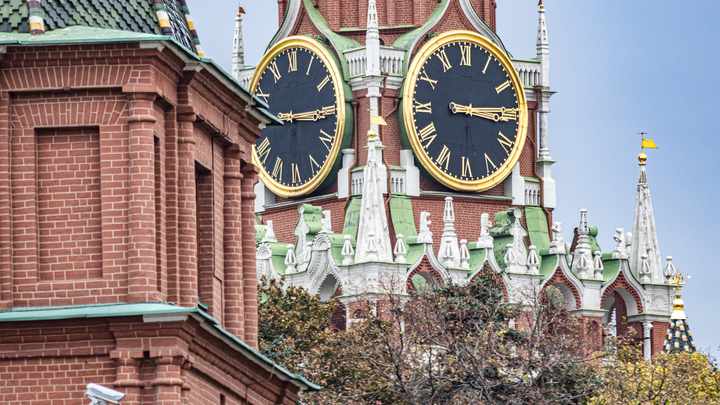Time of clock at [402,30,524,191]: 3:14
